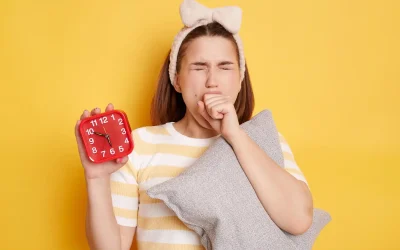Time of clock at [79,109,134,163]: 5:49
